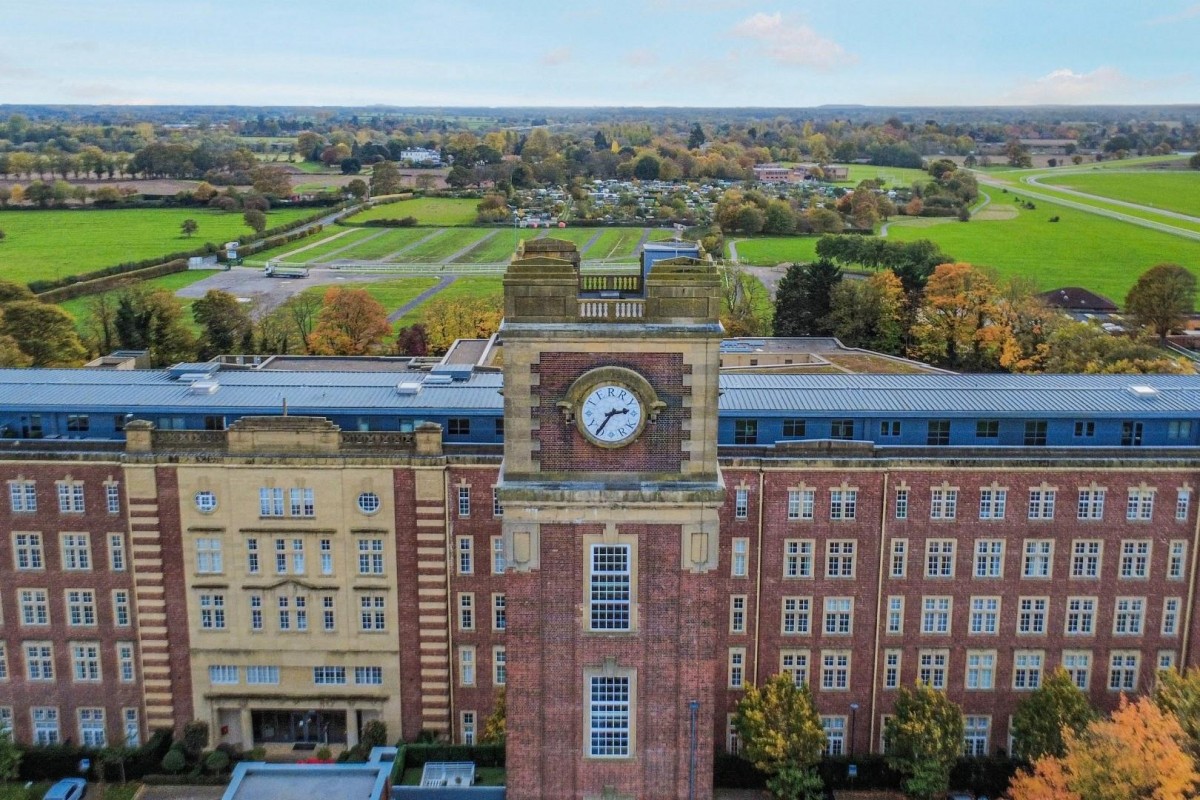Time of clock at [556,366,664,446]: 2:35
